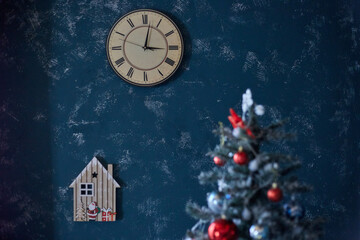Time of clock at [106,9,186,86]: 3:01
